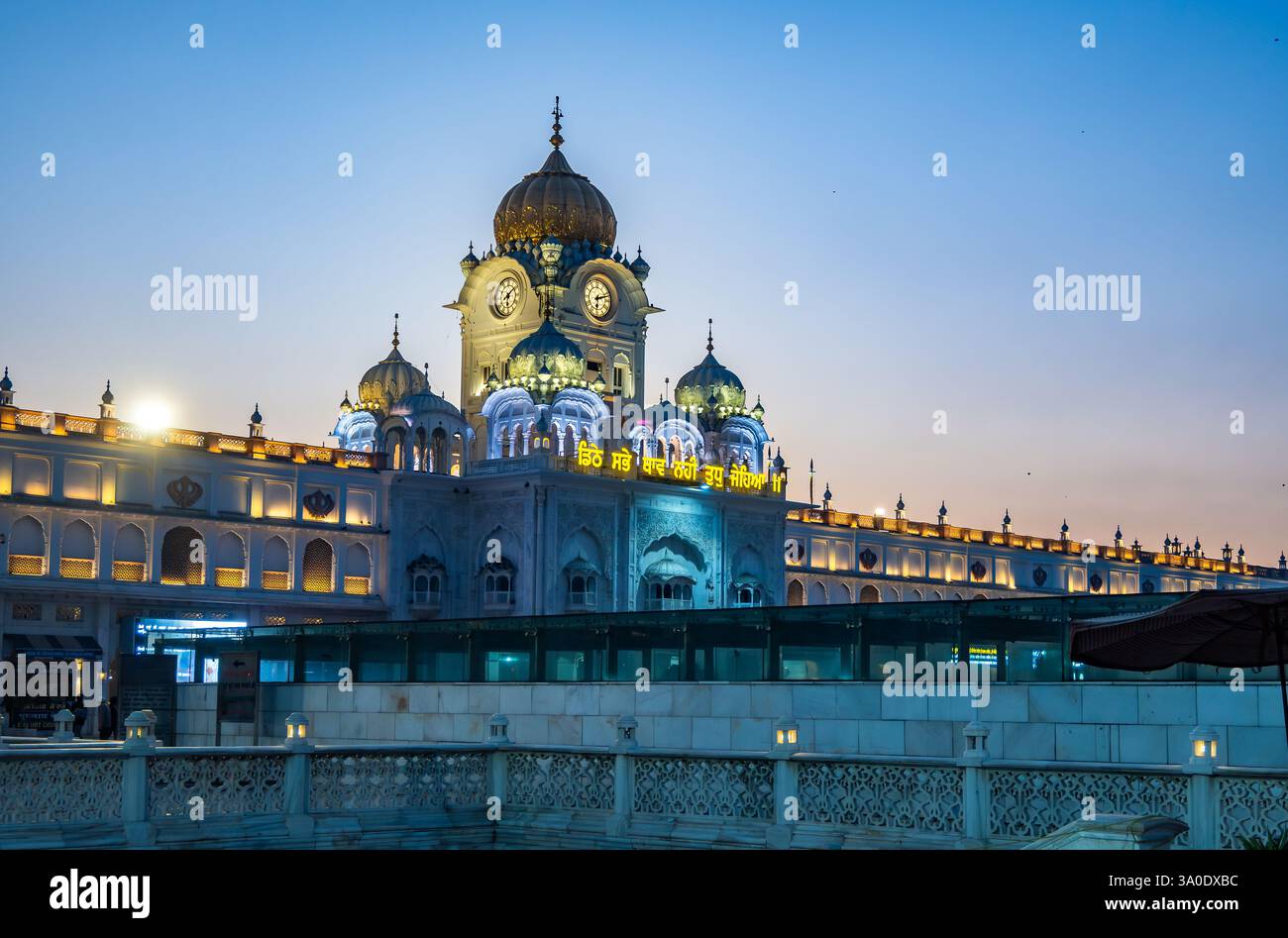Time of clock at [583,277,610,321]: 6:12
